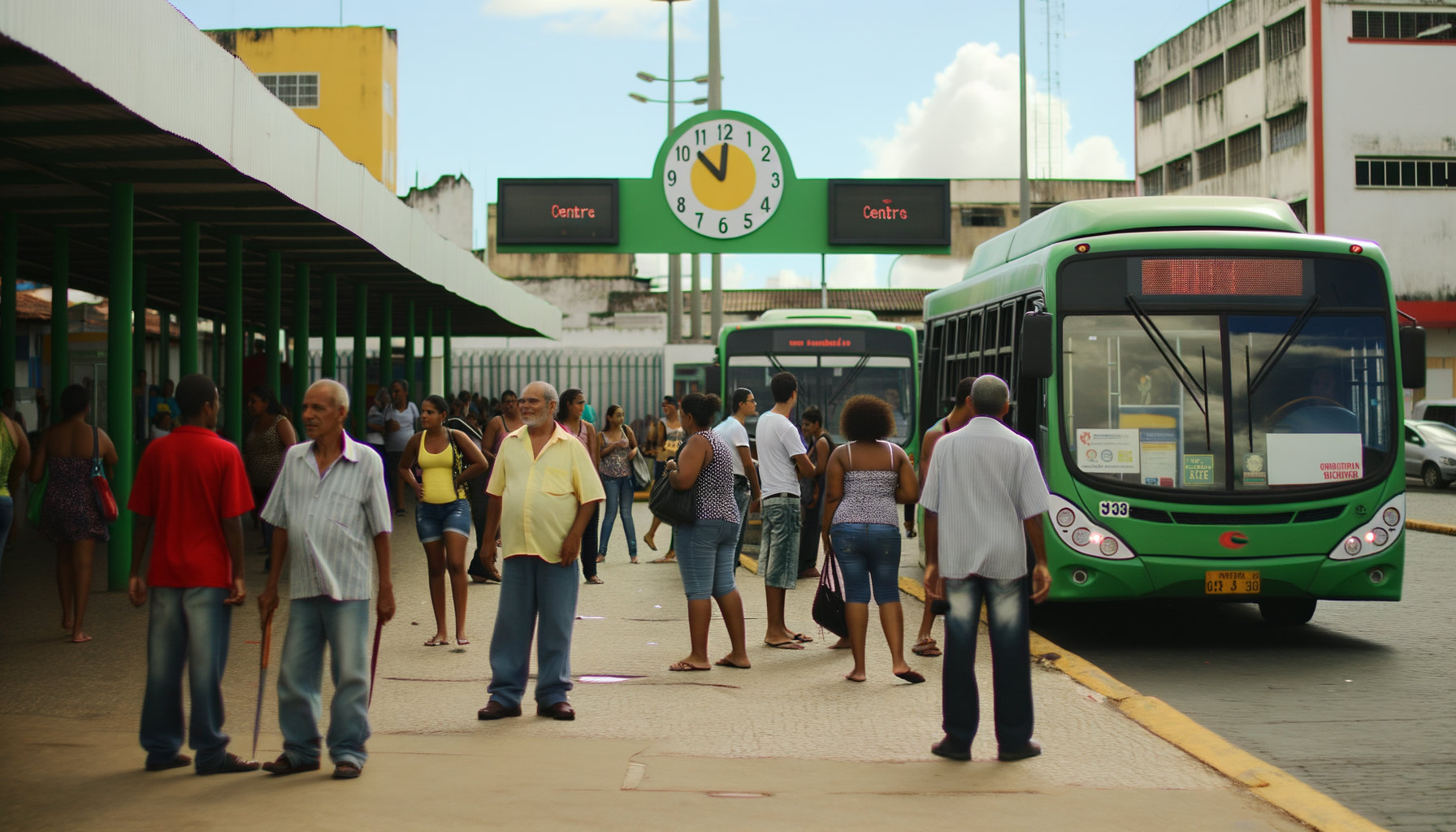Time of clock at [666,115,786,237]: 11:52
